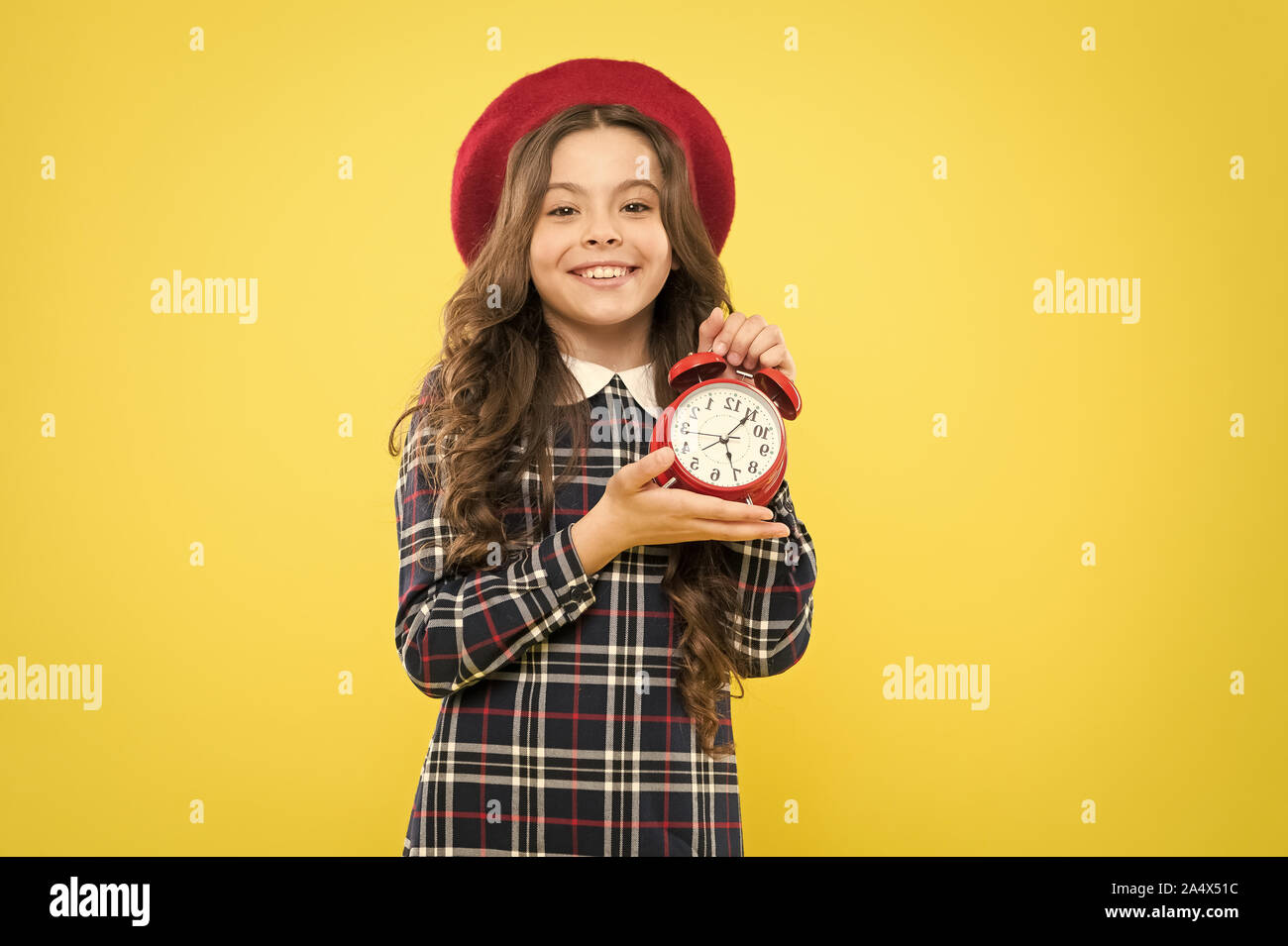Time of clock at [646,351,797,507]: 5:05
